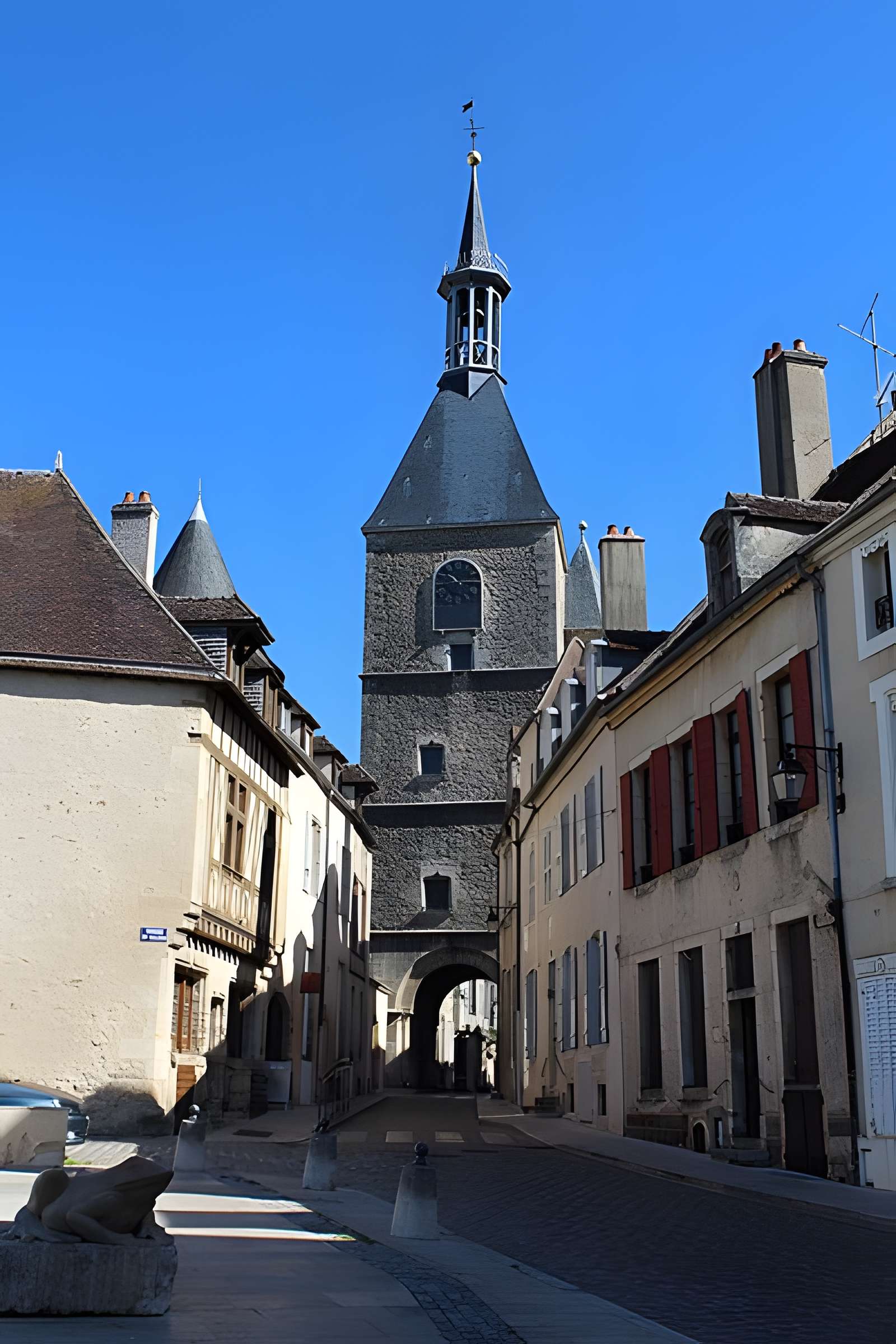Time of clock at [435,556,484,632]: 10:14
